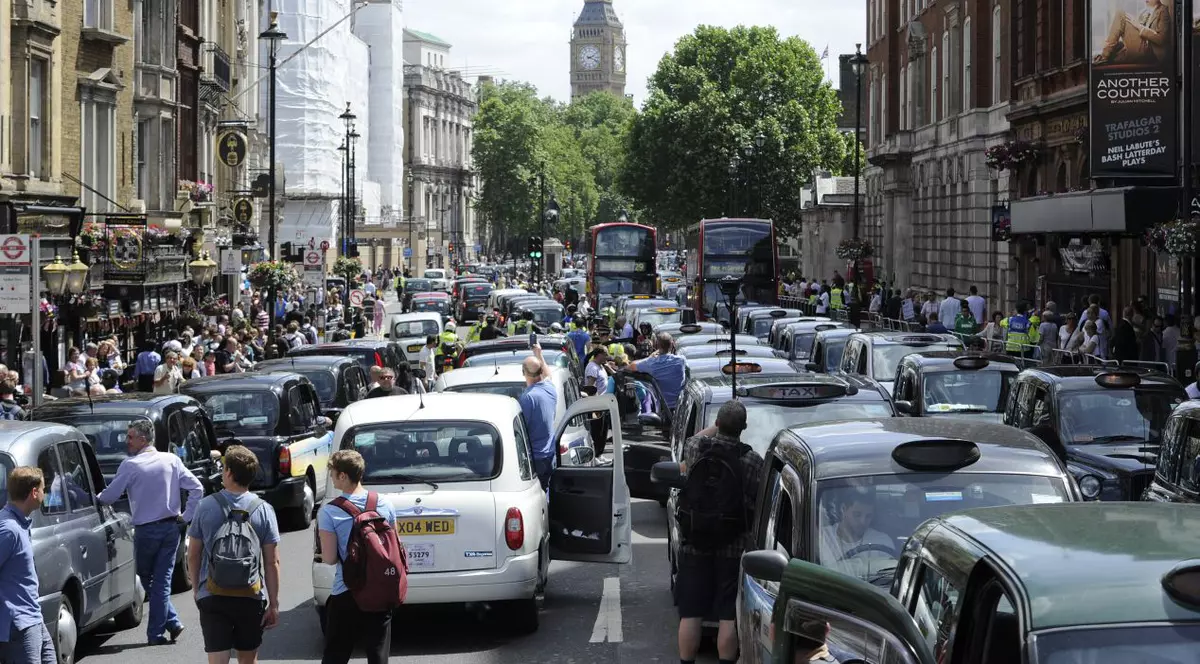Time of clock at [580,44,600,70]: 2:18
